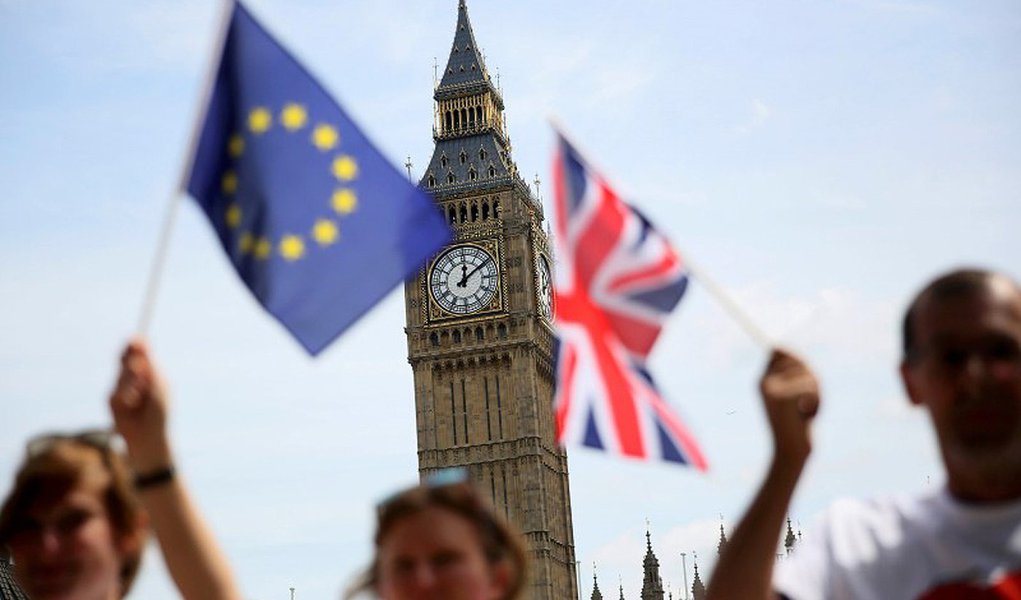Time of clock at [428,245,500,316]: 12:09
